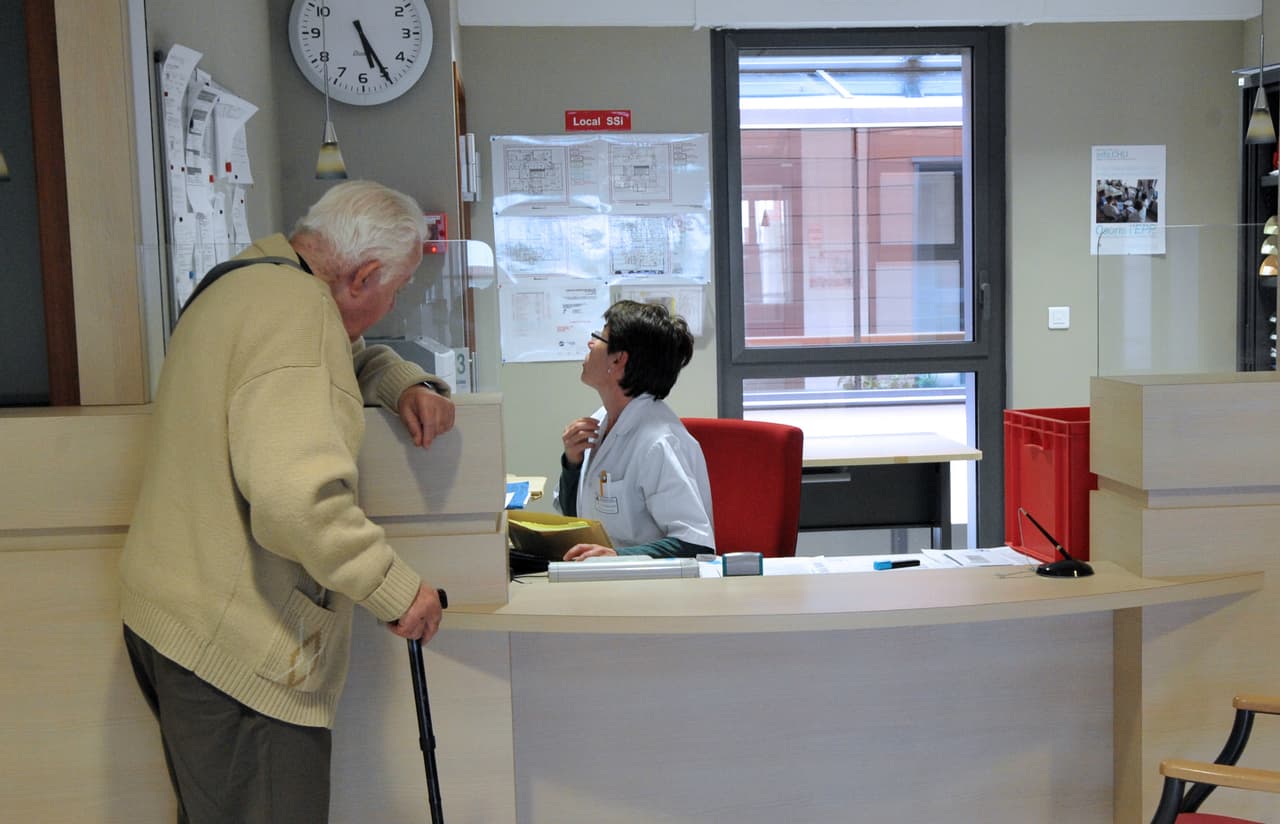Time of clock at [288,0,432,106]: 5:24
